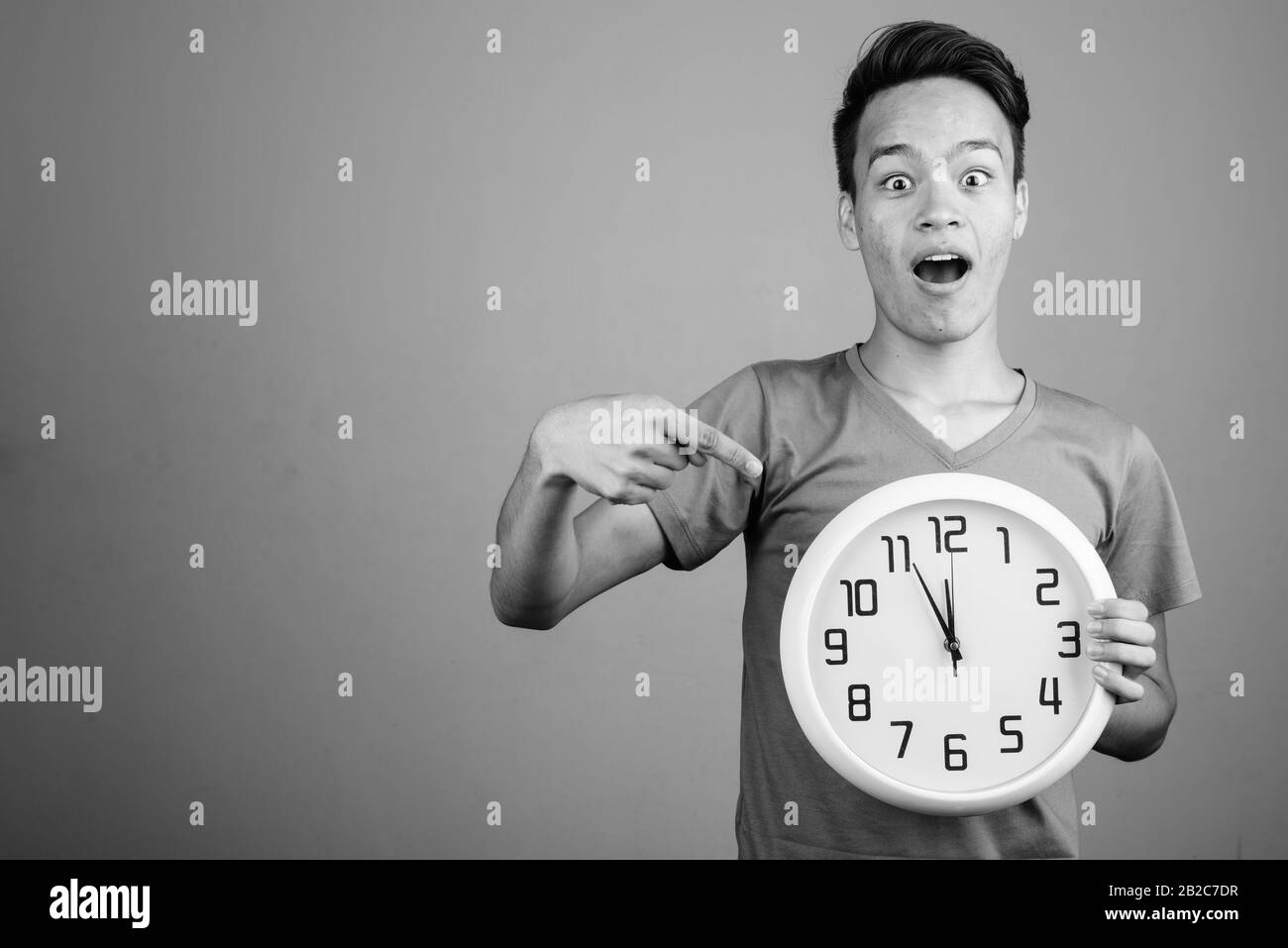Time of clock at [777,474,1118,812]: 11:55
